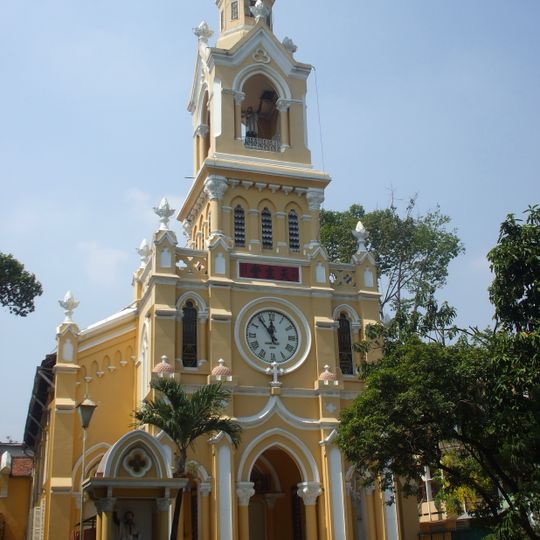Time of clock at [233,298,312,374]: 11:53
